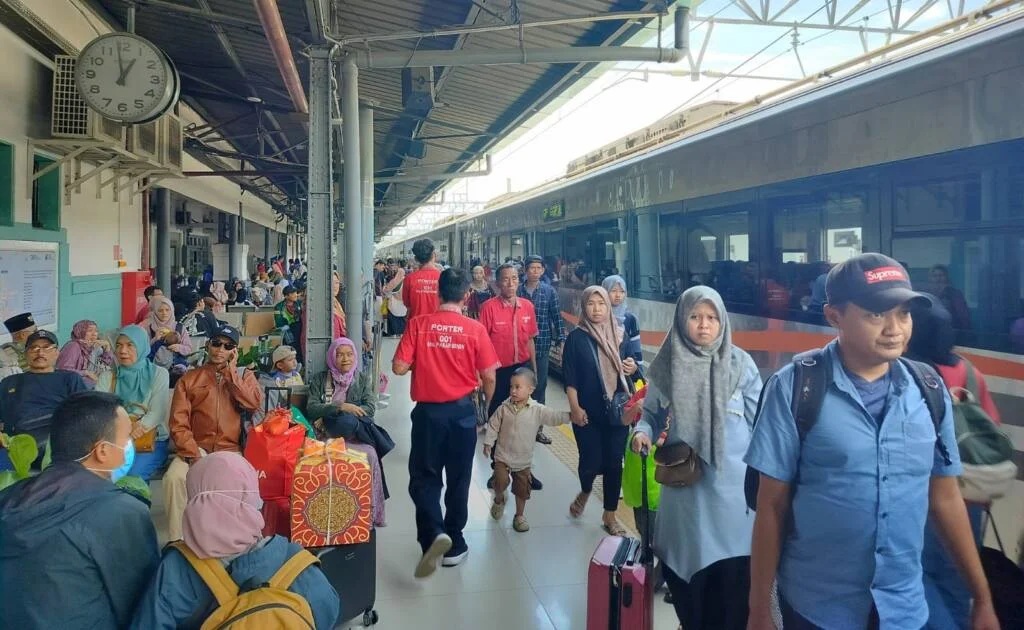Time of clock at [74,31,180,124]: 12:58
